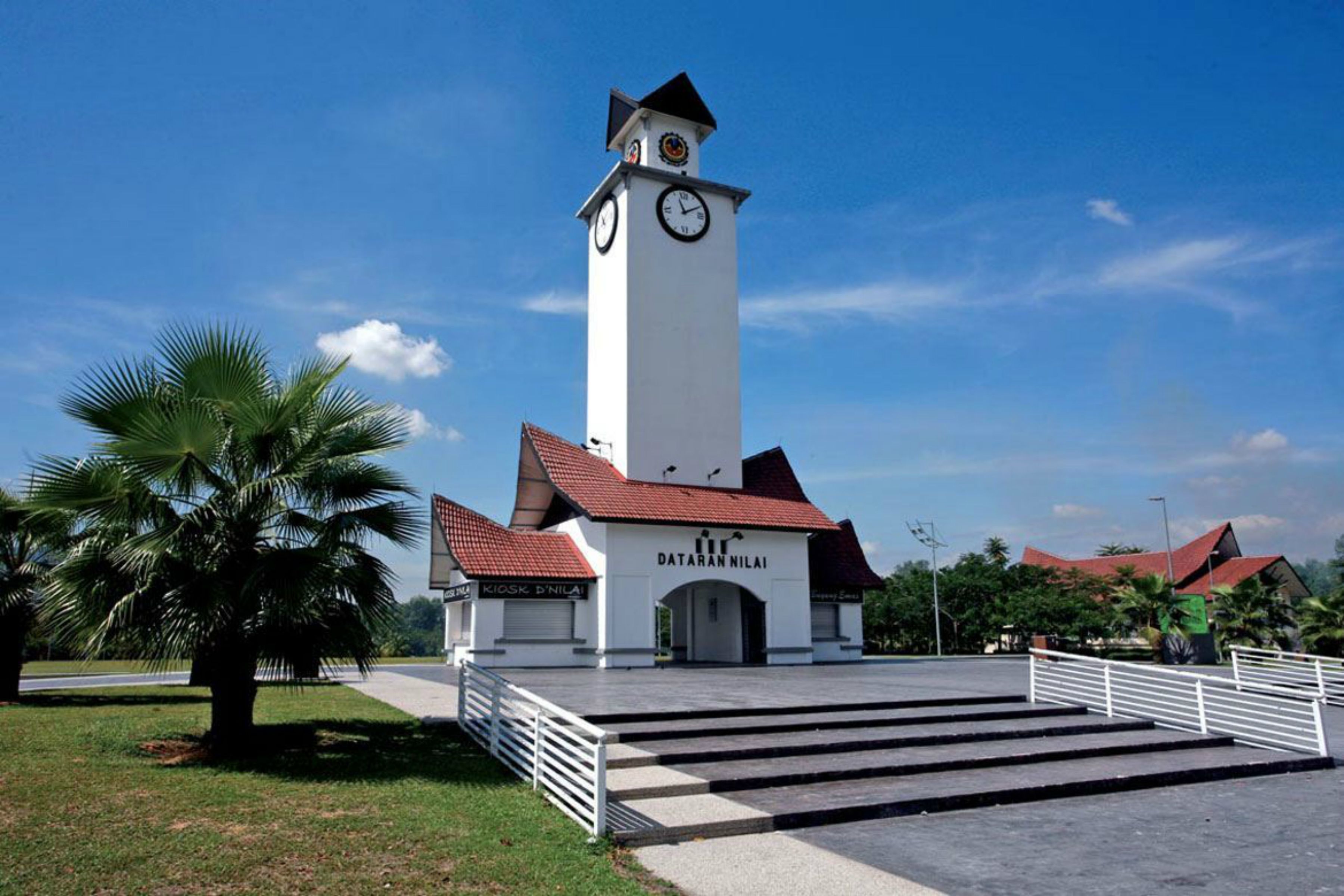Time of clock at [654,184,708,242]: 11:10
